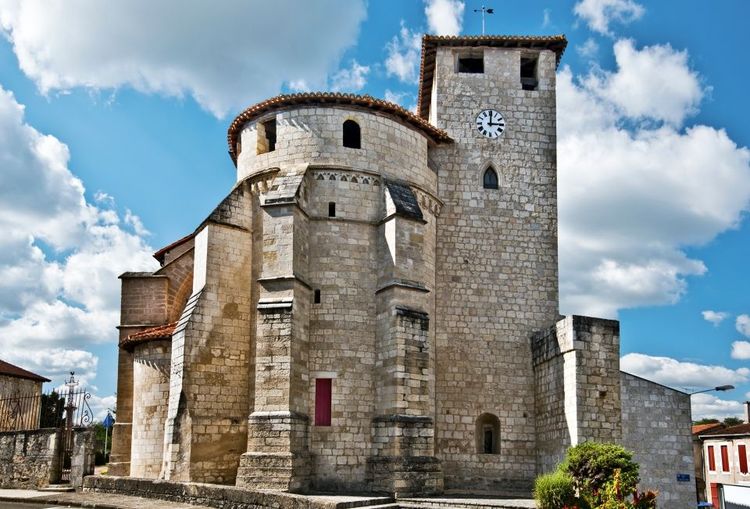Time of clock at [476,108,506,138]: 3:00
